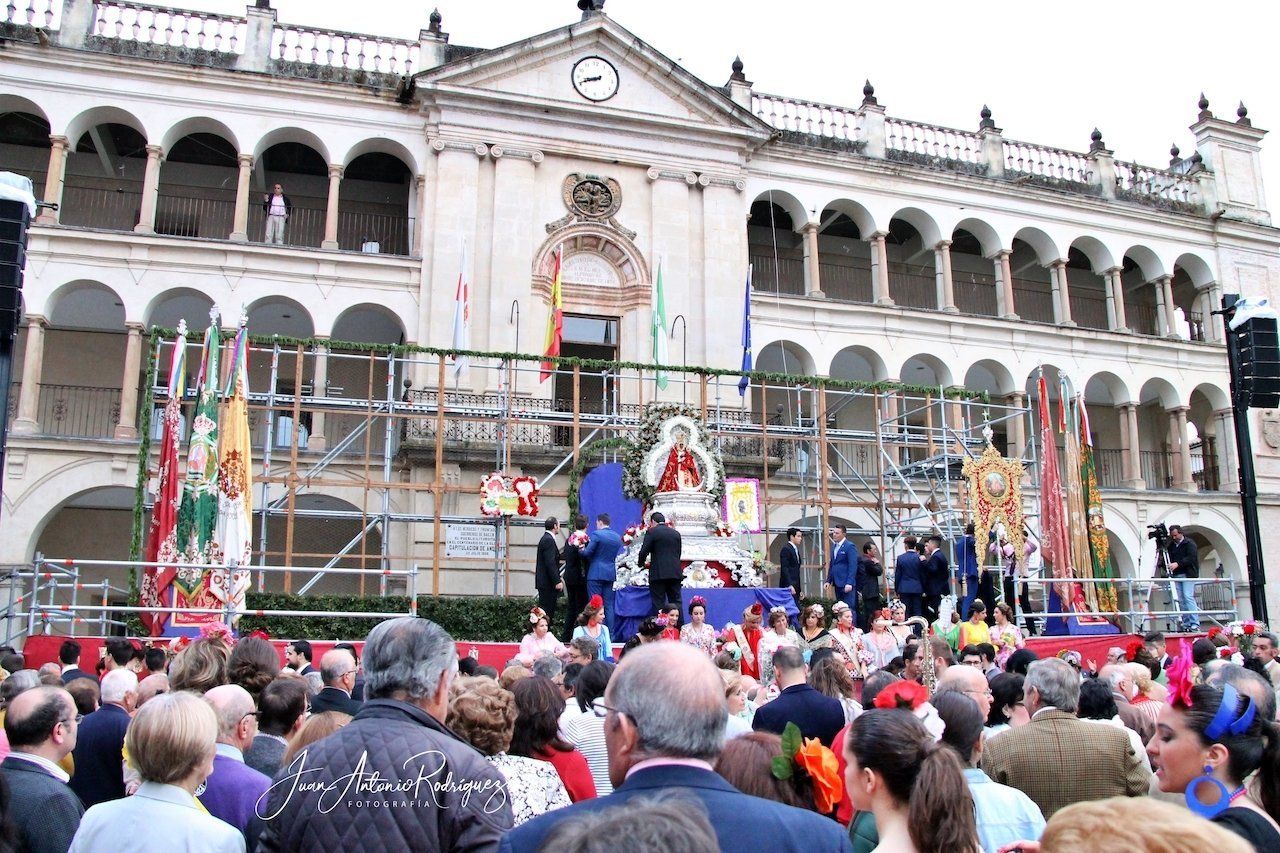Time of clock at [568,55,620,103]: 8:41
